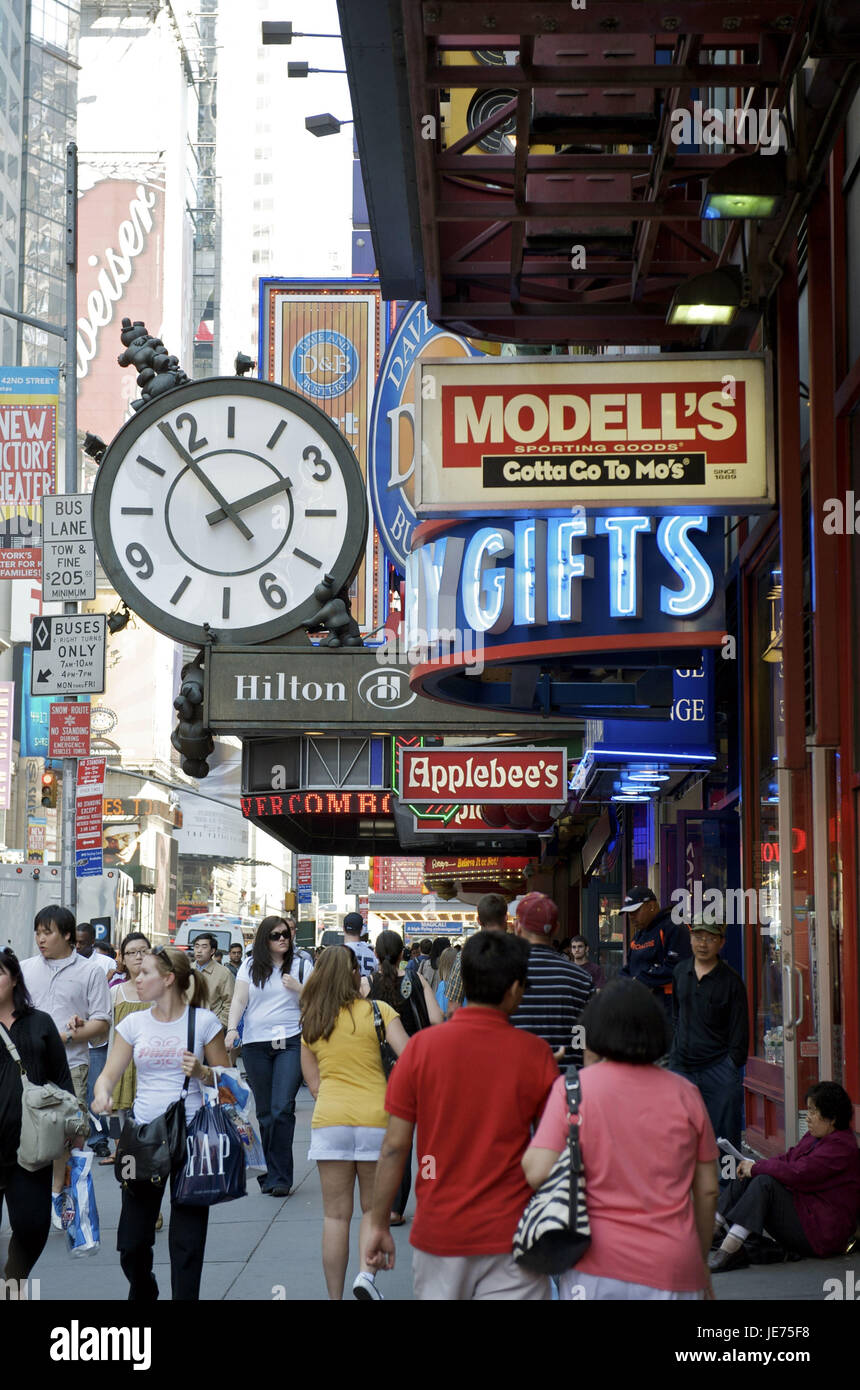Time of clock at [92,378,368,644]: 1:53
